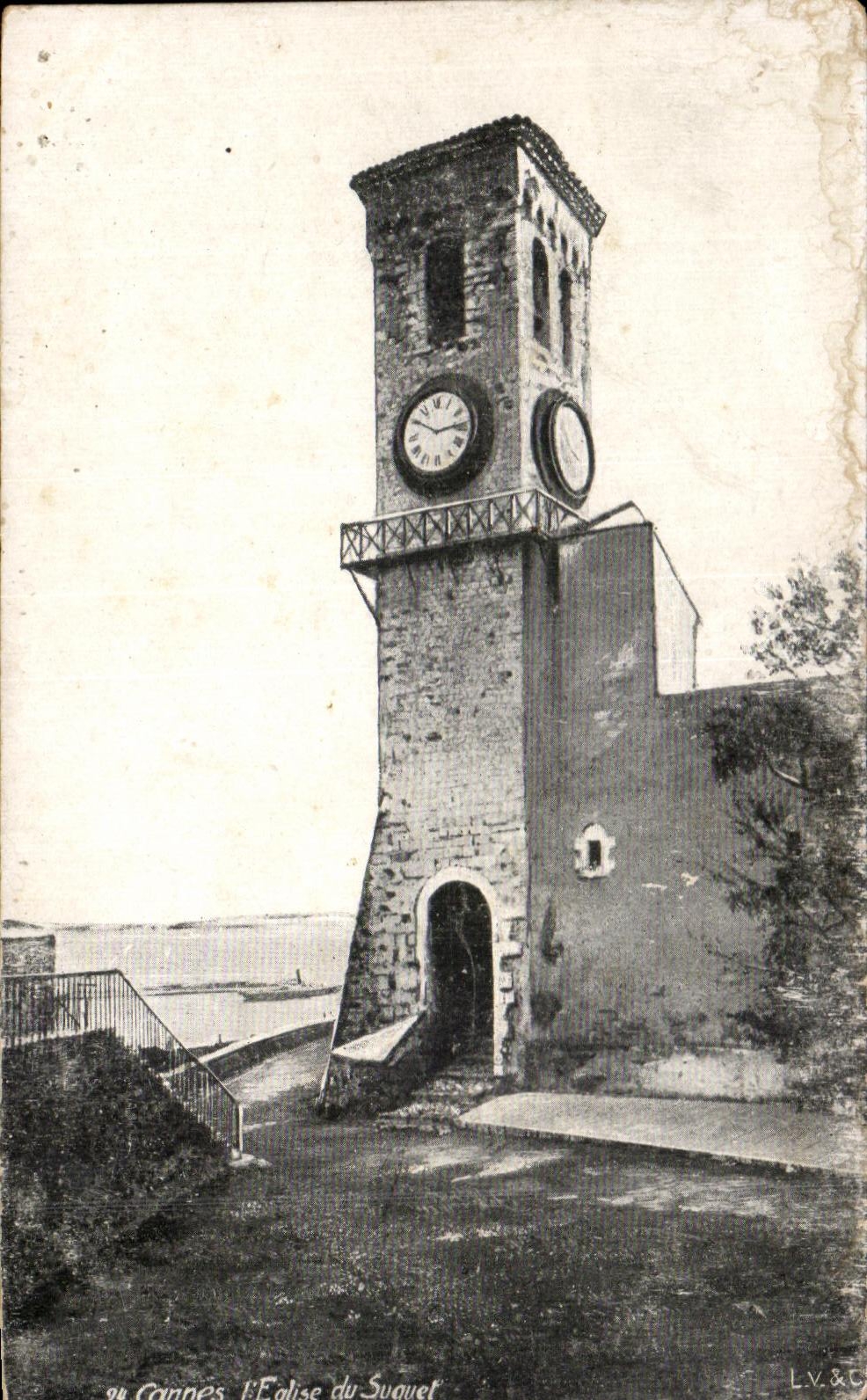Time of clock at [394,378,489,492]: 2:50
